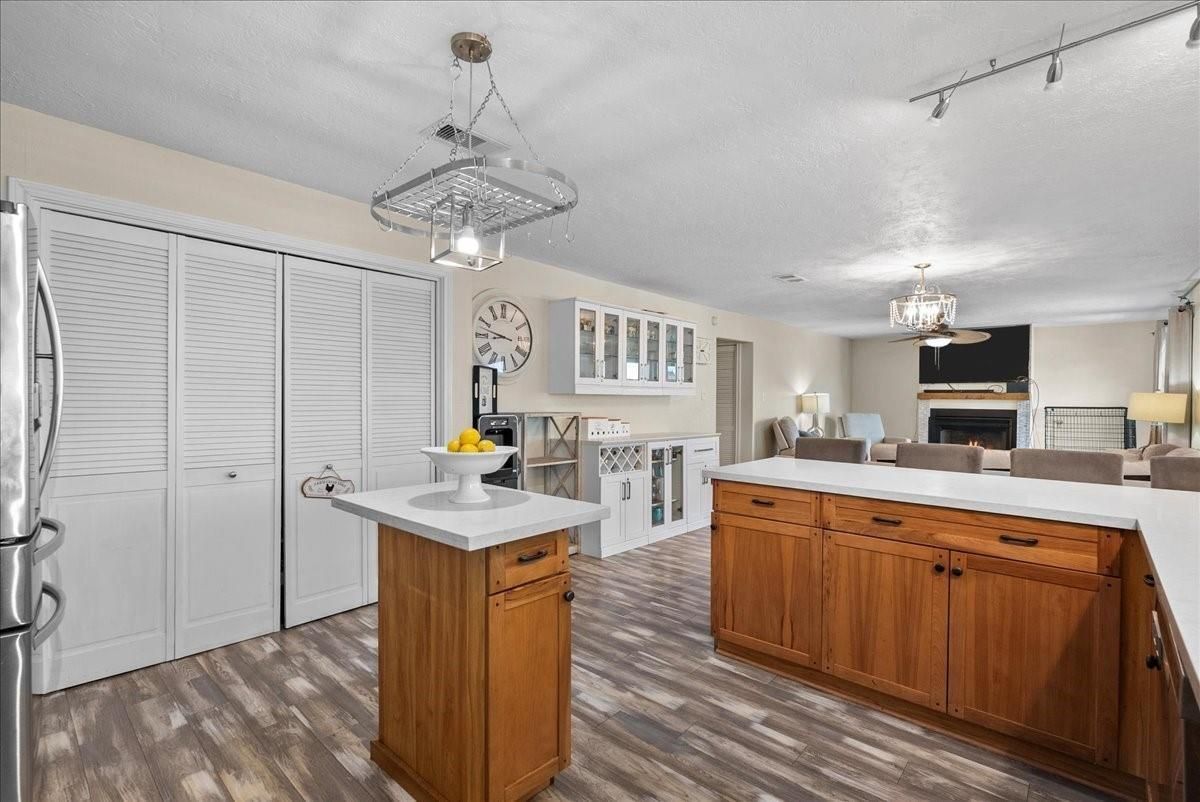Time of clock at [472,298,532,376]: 8:47
